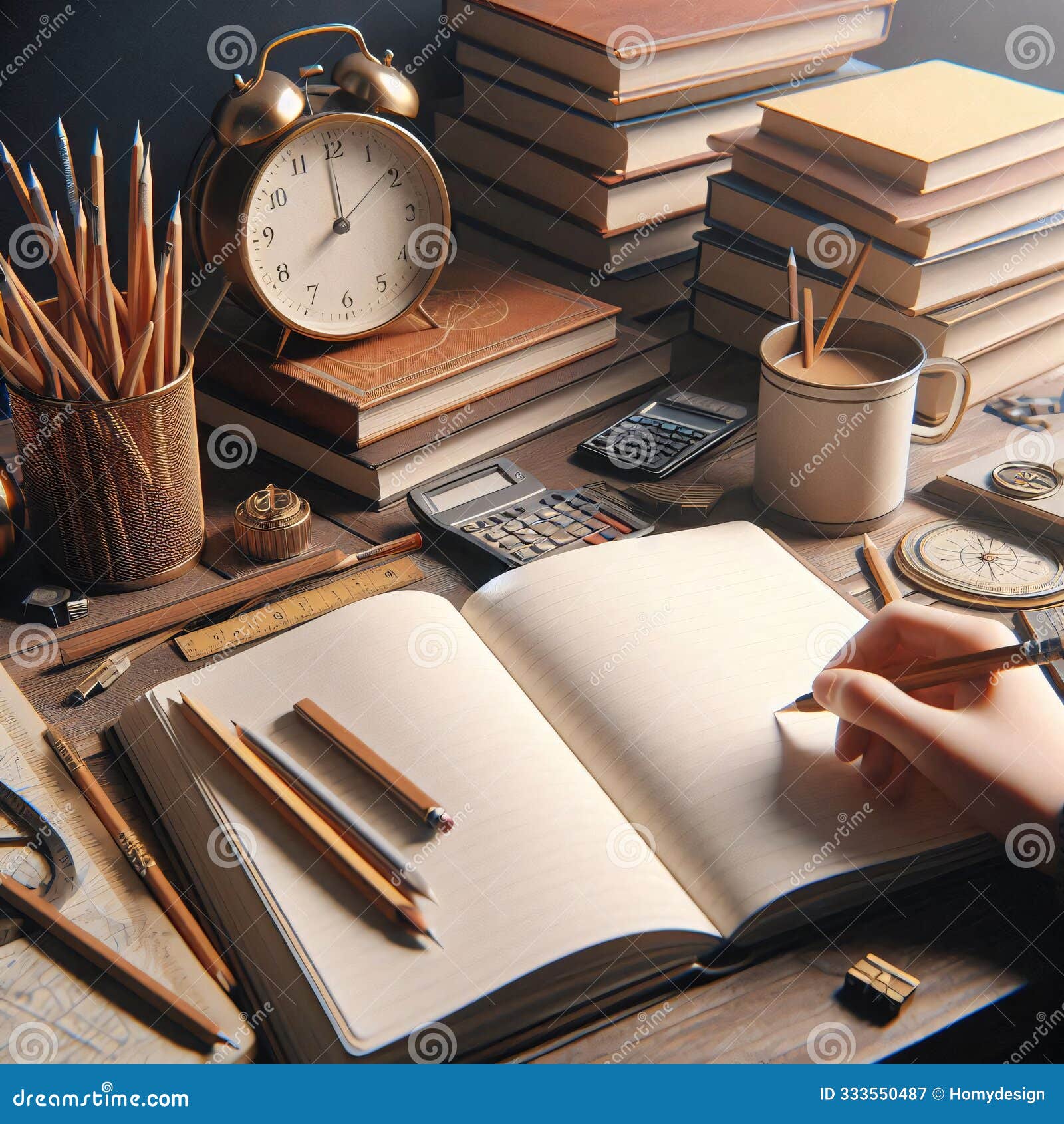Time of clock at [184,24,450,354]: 7:59
